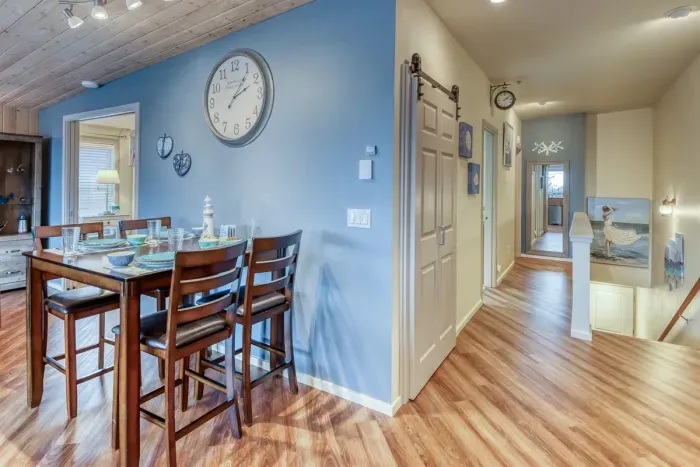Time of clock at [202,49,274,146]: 2:06
